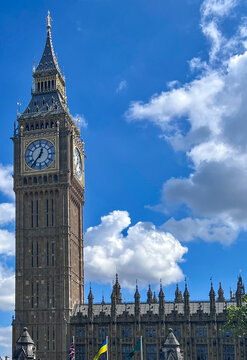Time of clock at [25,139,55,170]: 12:36
